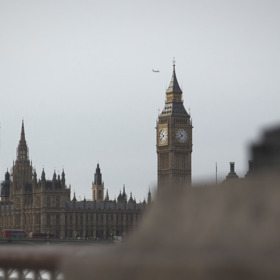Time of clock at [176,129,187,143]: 10:38
